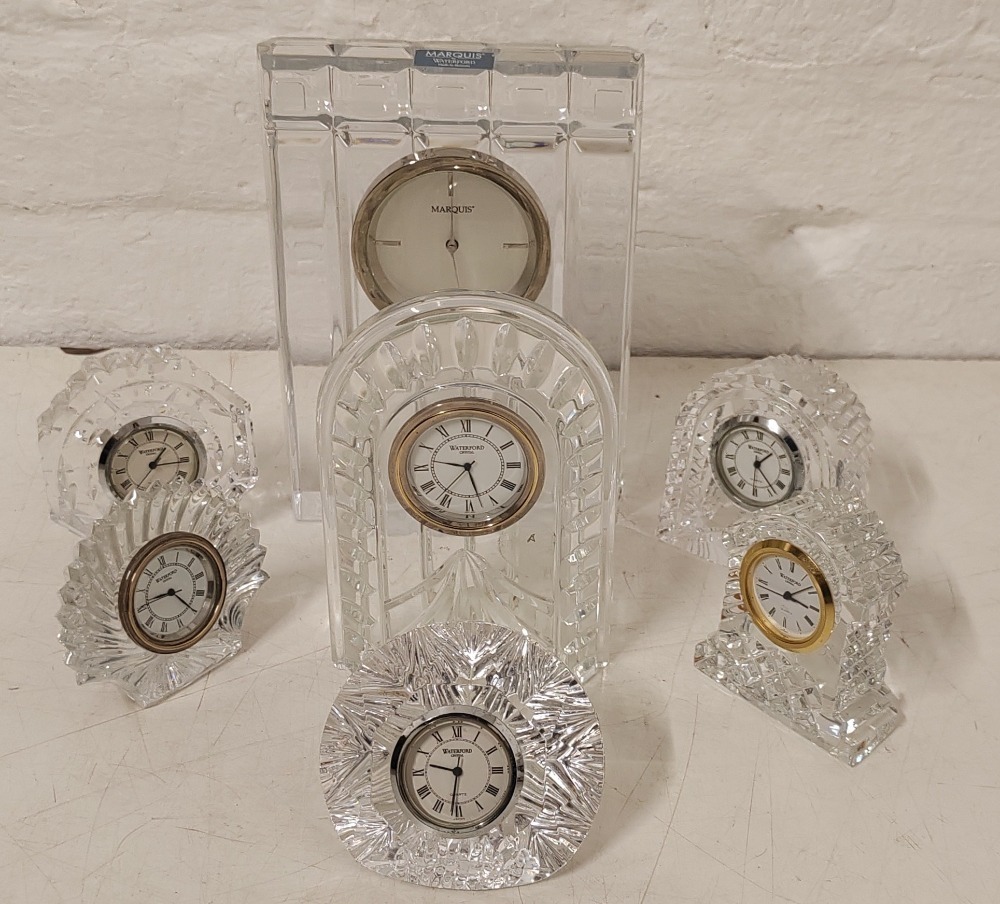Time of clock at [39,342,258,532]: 1:13
